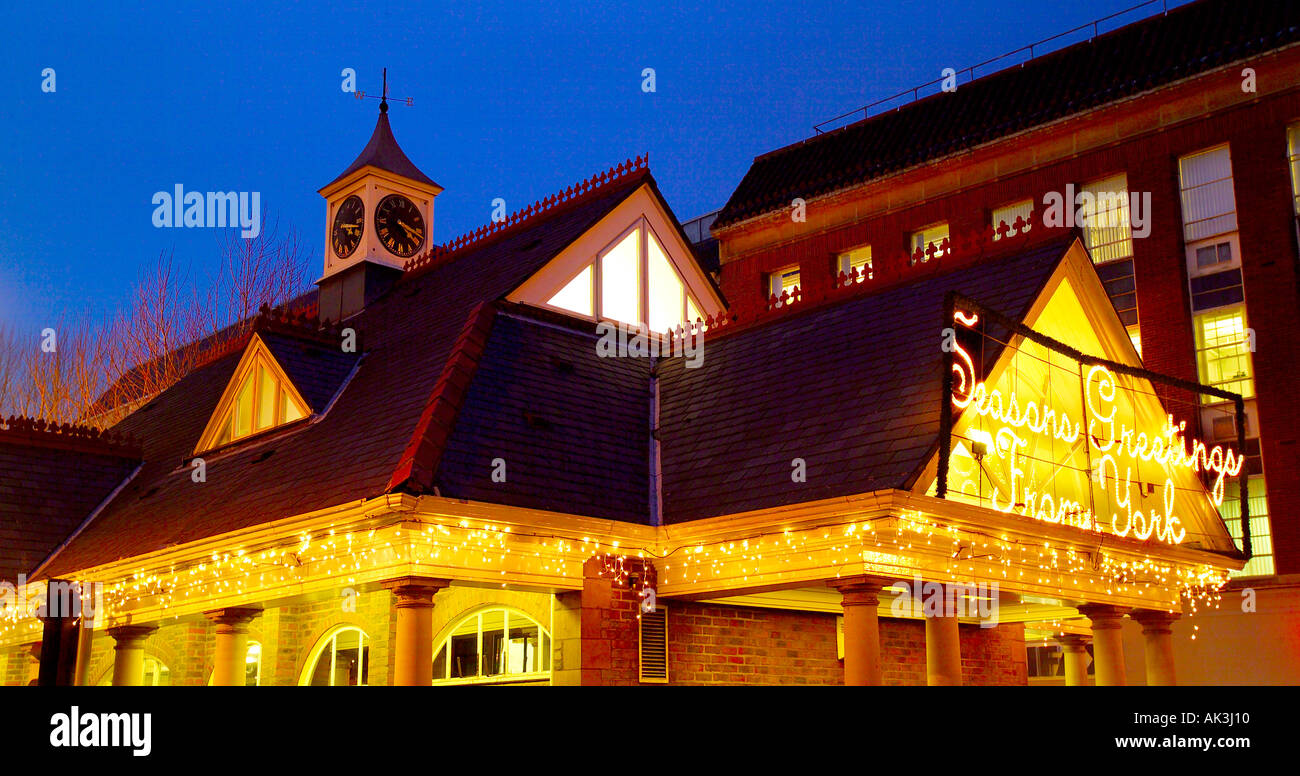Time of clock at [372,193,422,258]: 4:17
